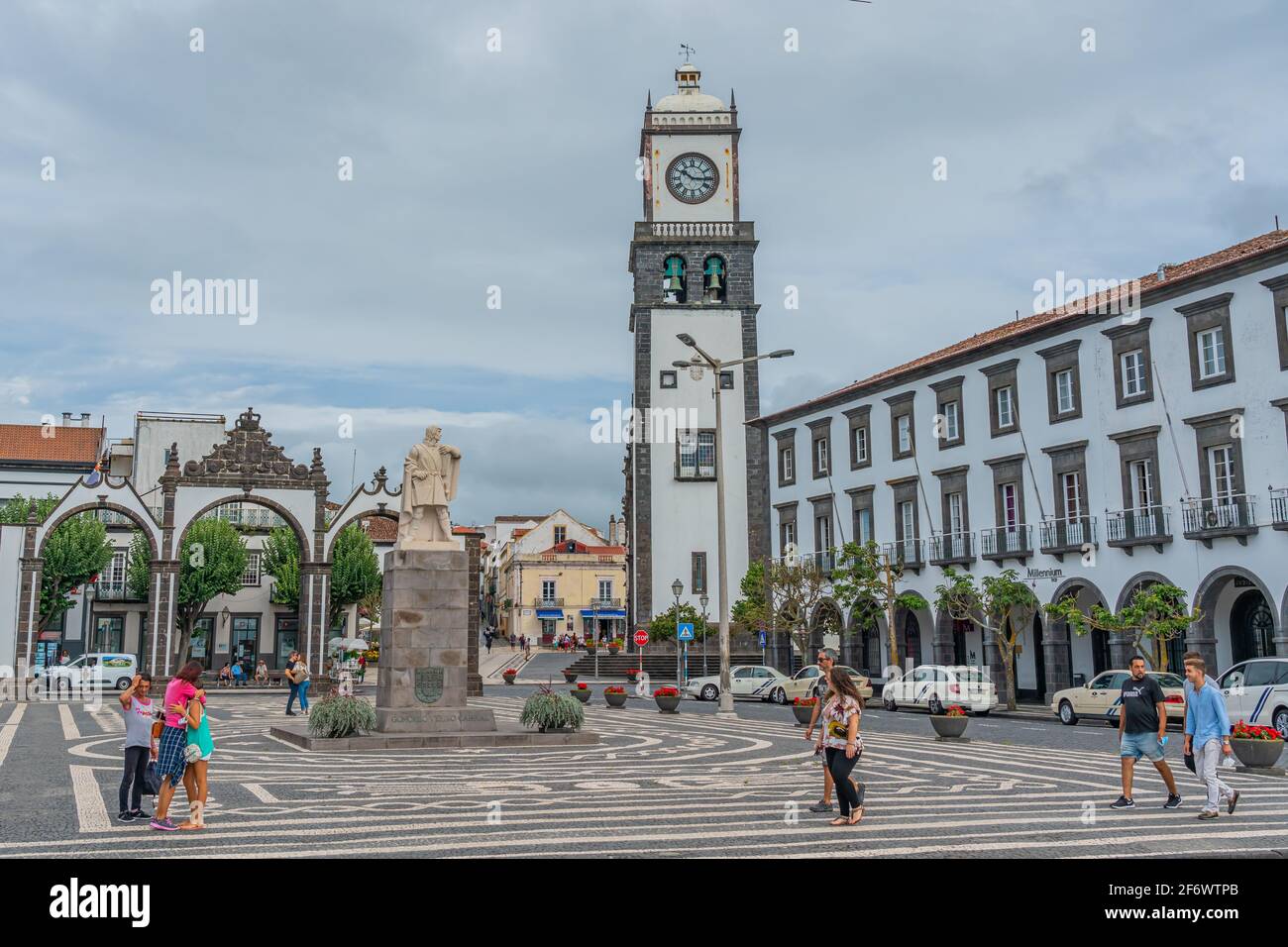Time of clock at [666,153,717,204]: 10:15
